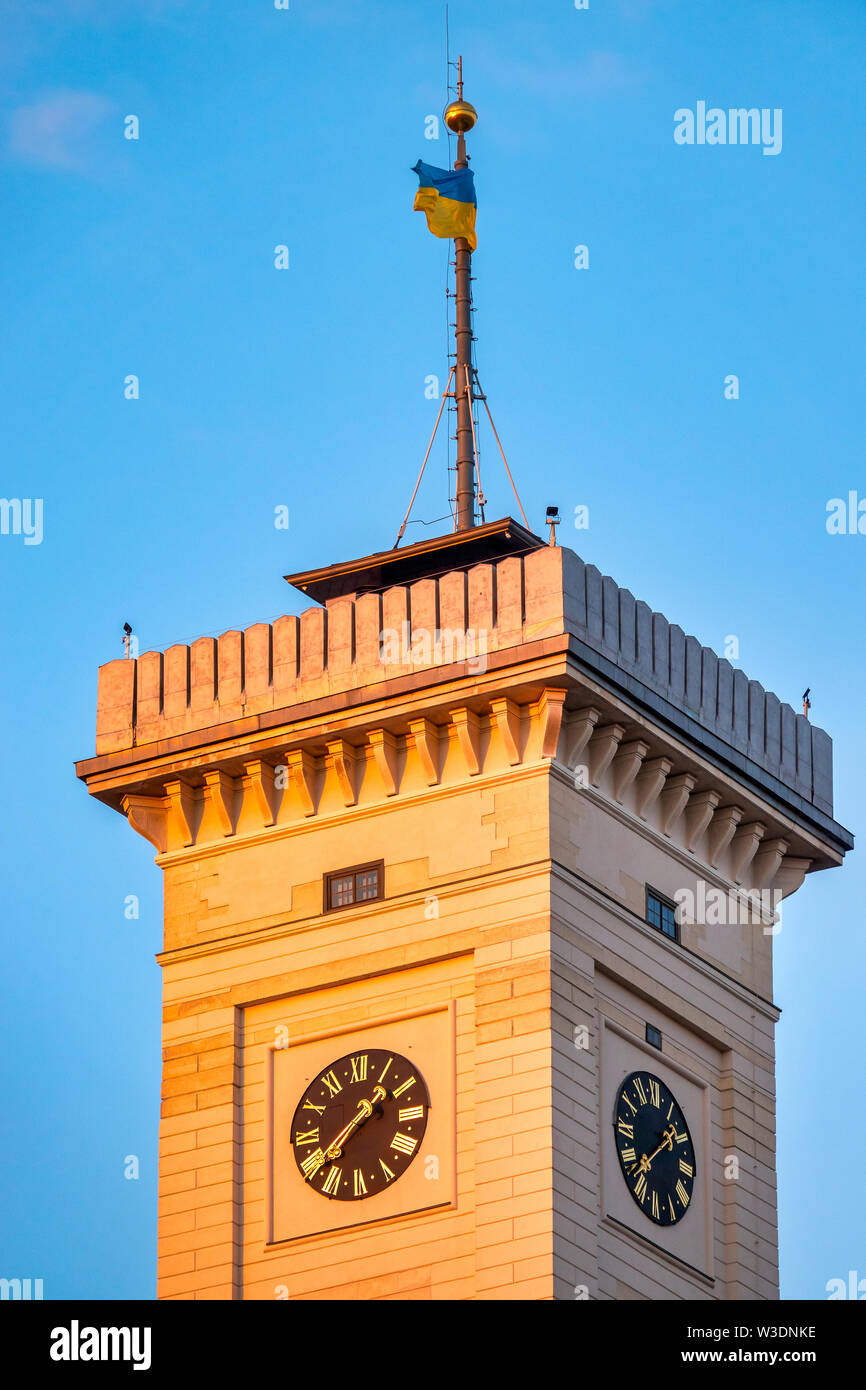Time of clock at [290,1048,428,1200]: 1:38
